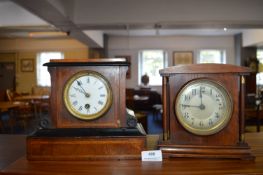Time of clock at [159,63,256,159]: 11:45
